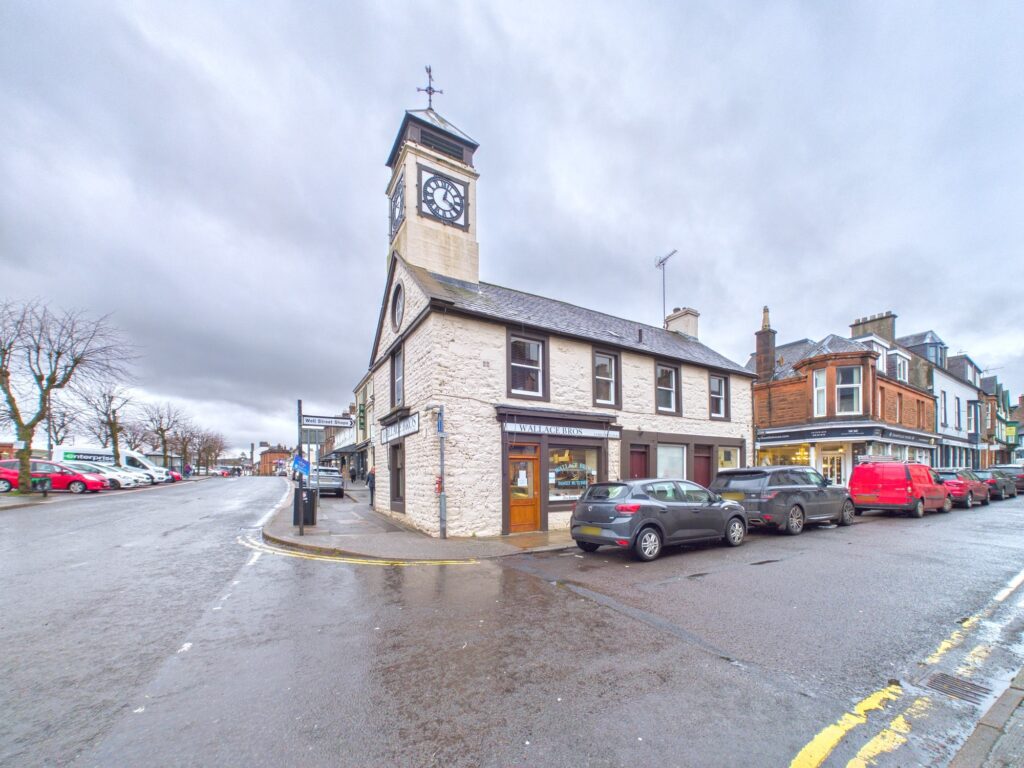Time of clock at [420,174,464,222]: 4:02
